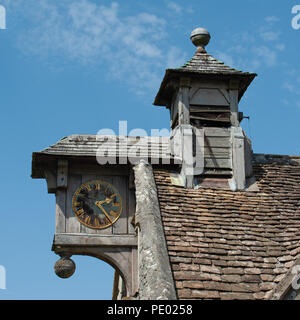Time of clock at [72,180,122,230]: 2:23
